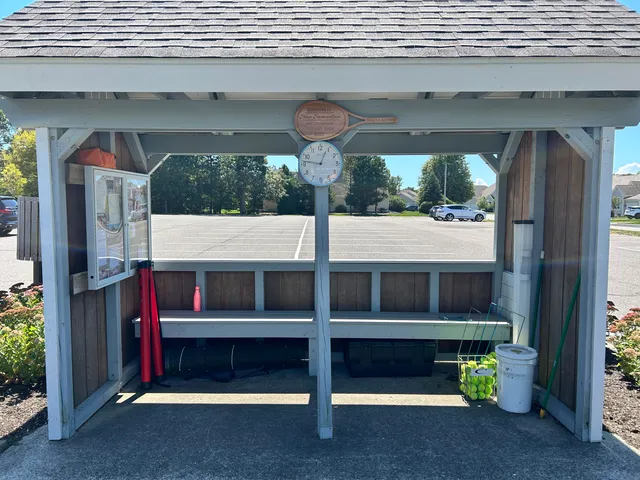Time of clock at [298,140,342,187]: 12:46
